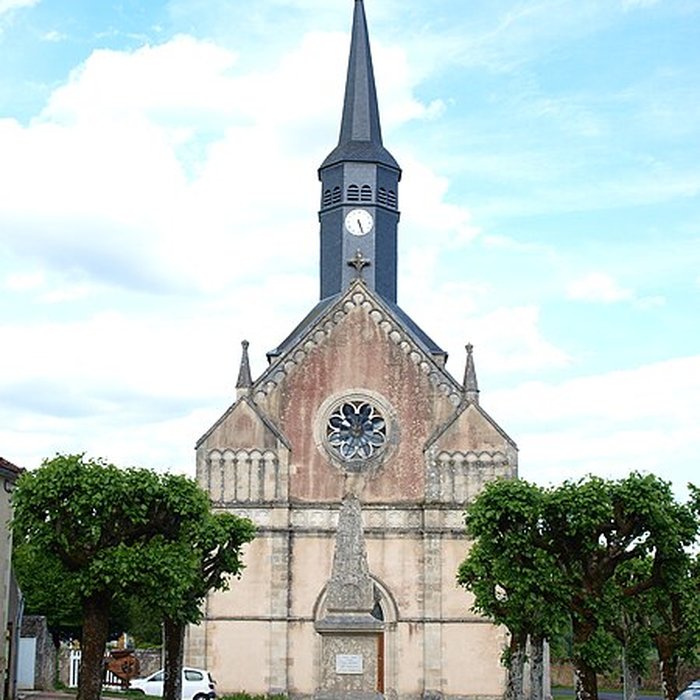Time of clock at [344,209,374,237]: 5:26
